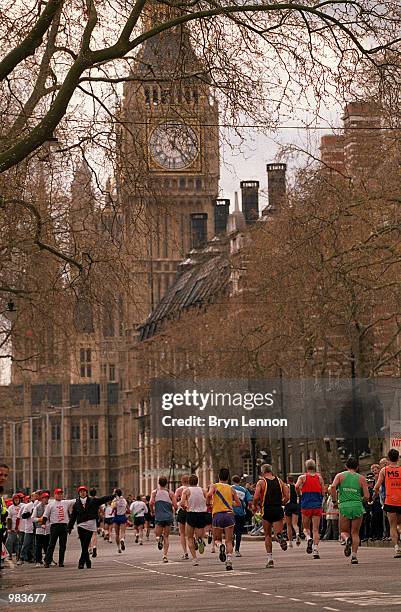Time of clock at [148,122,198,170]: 12:22
